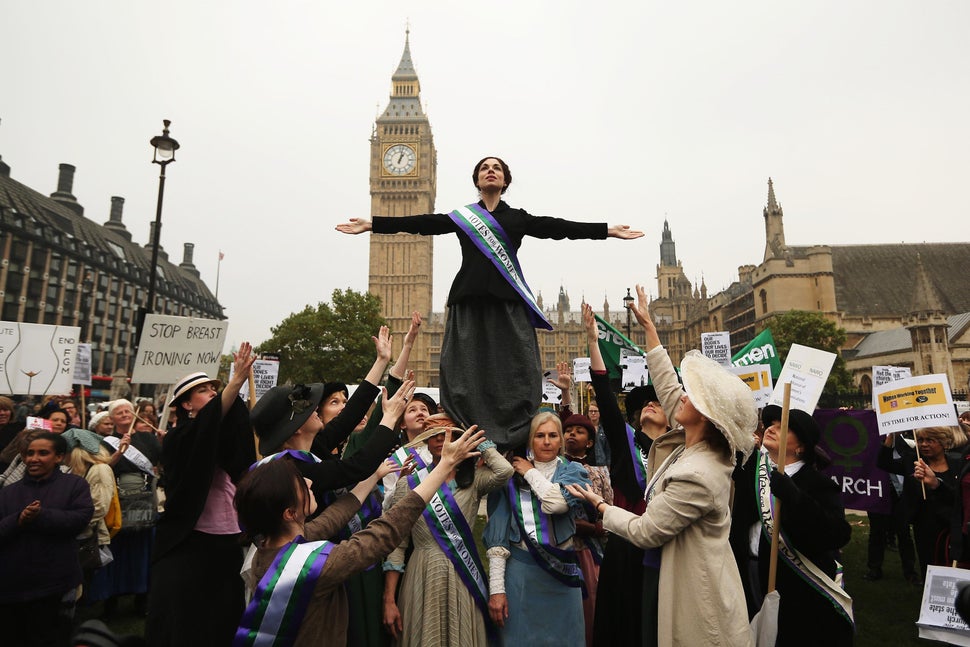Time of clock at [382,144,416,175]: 1:02
